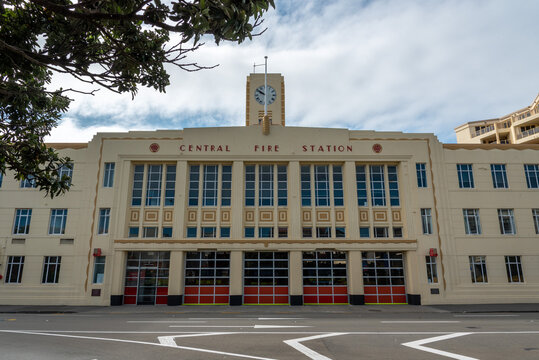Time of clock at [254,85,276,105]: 9:50
